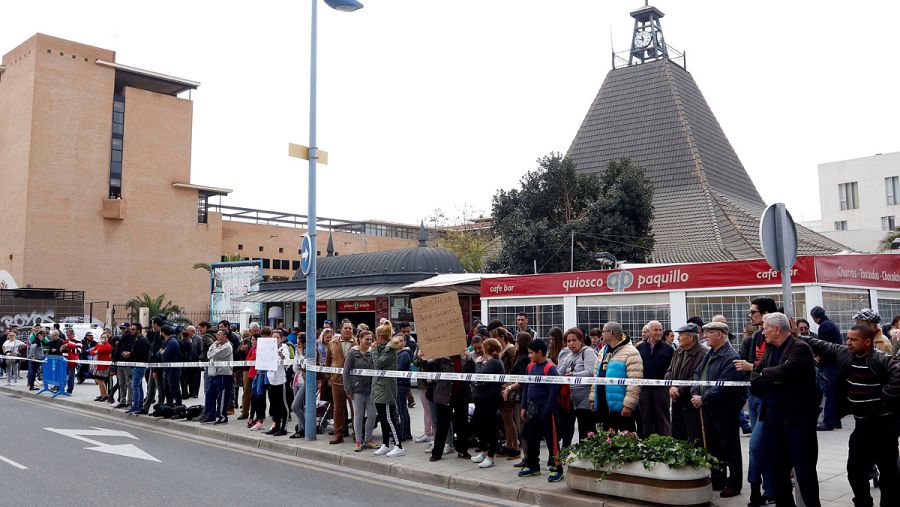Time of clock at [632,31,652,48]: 11:46
